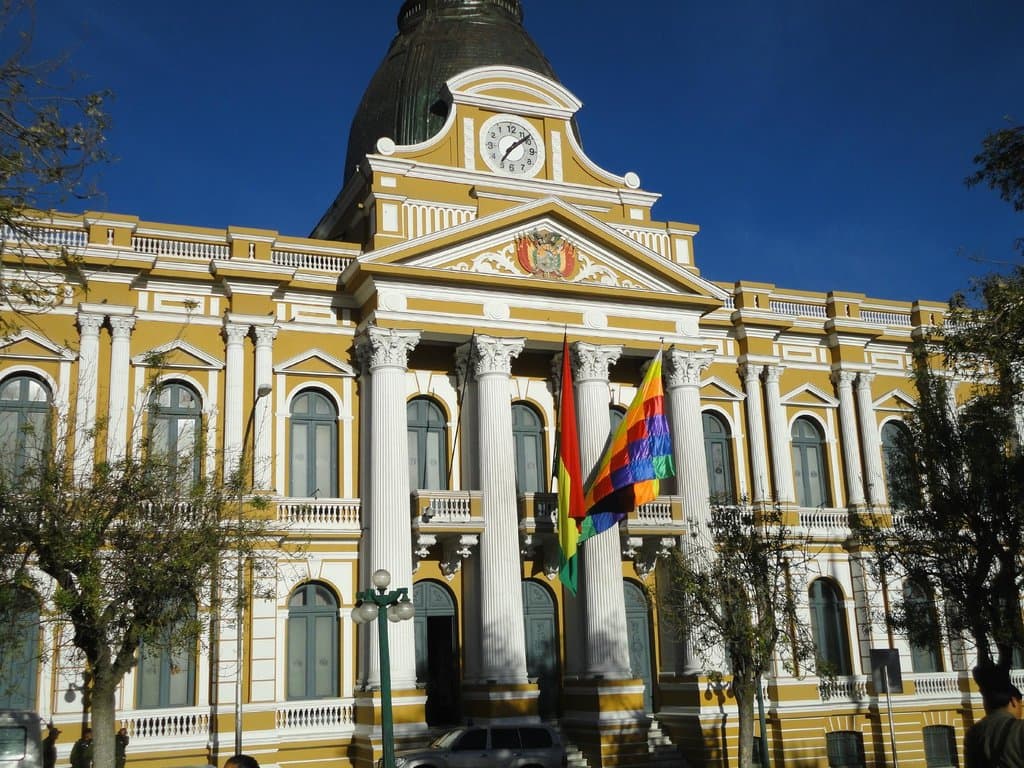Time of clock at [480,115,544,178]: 7:08
